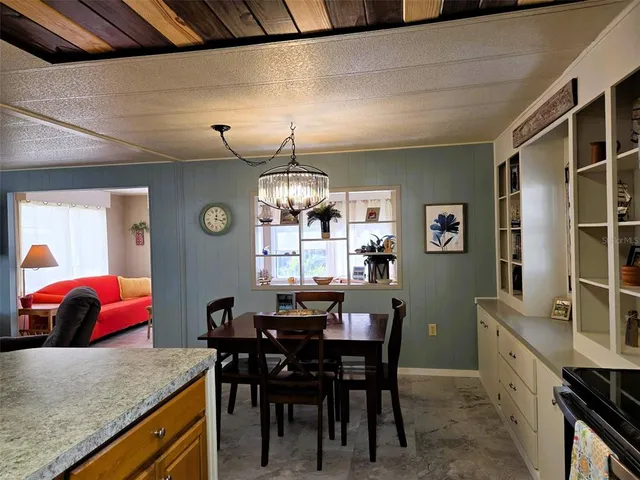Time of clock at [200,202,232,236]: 12:17
